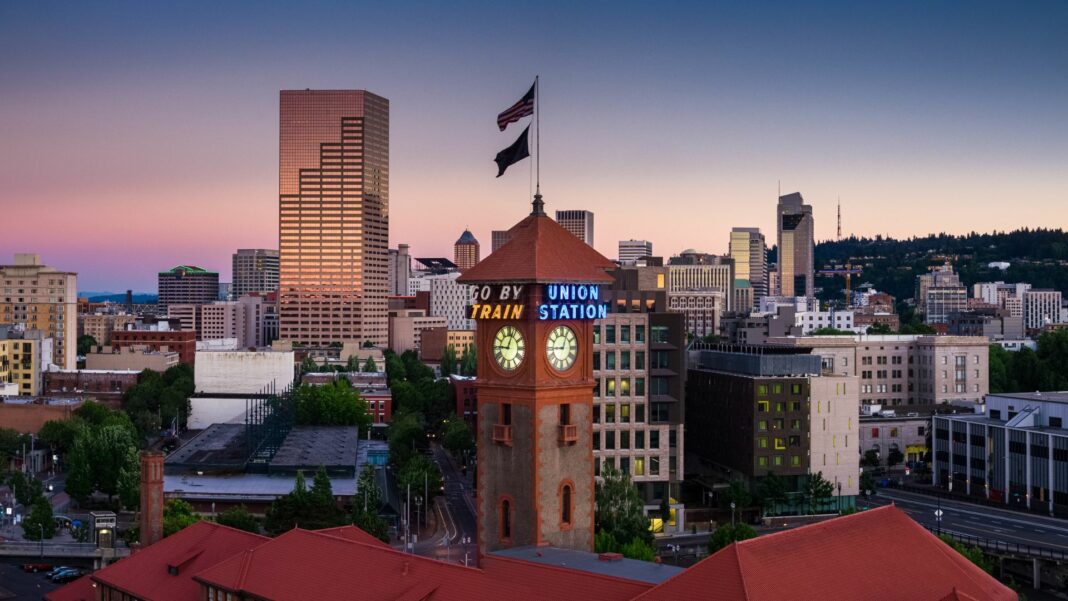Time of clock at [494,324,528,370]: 9:03
